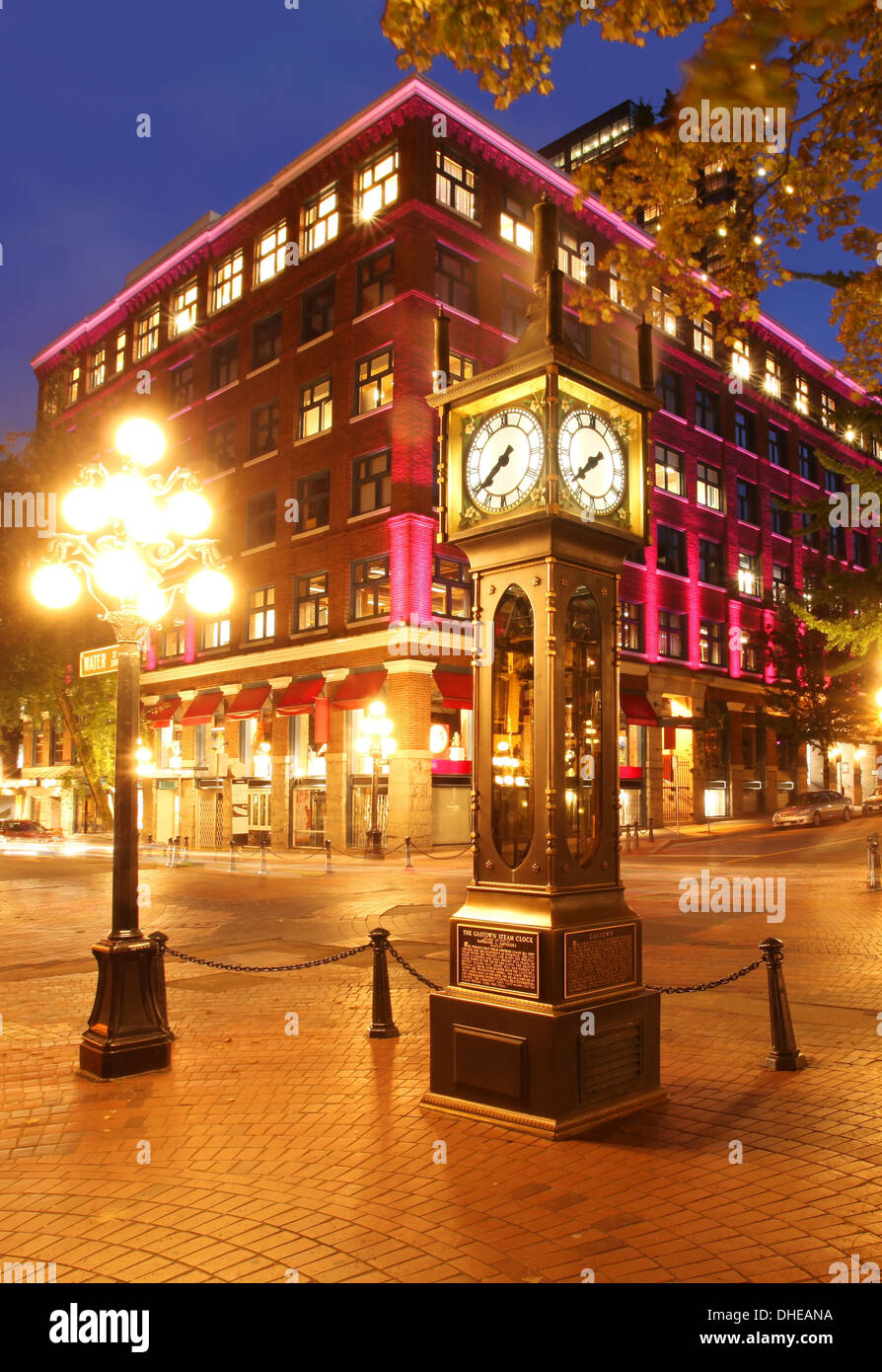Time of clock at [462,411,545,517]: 7:38
